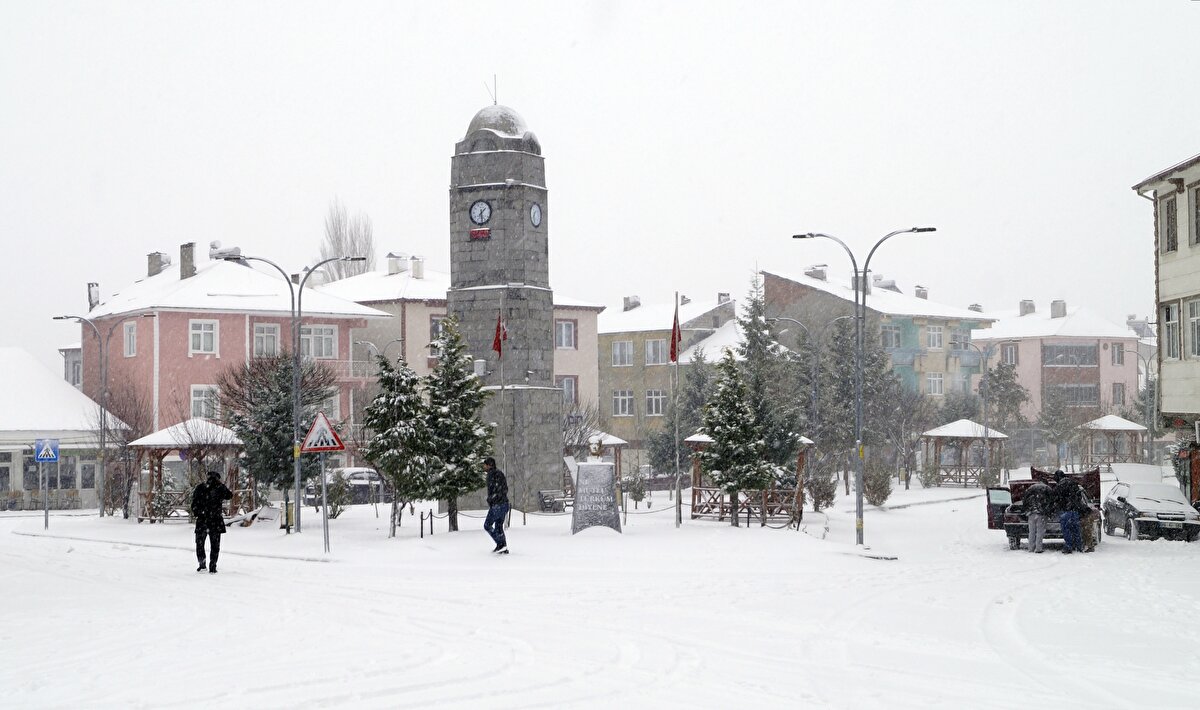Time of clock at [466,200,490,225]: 1:28
